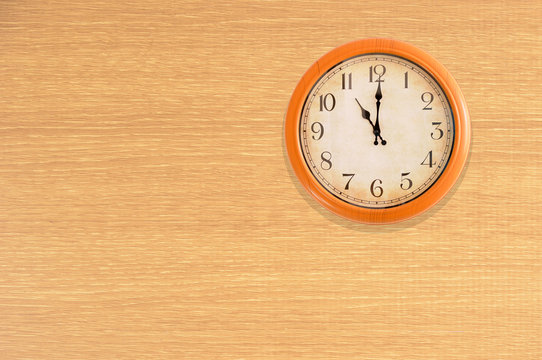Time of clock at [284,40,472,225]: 11:00
